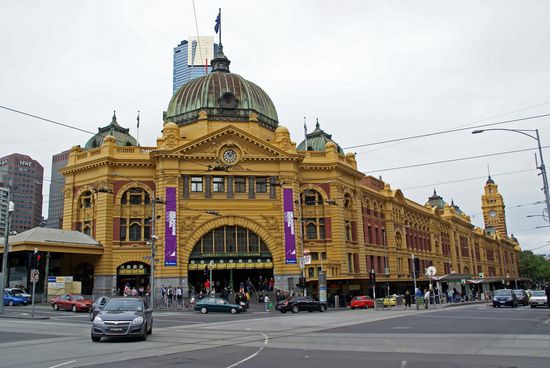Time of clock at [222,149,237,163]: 11:07
